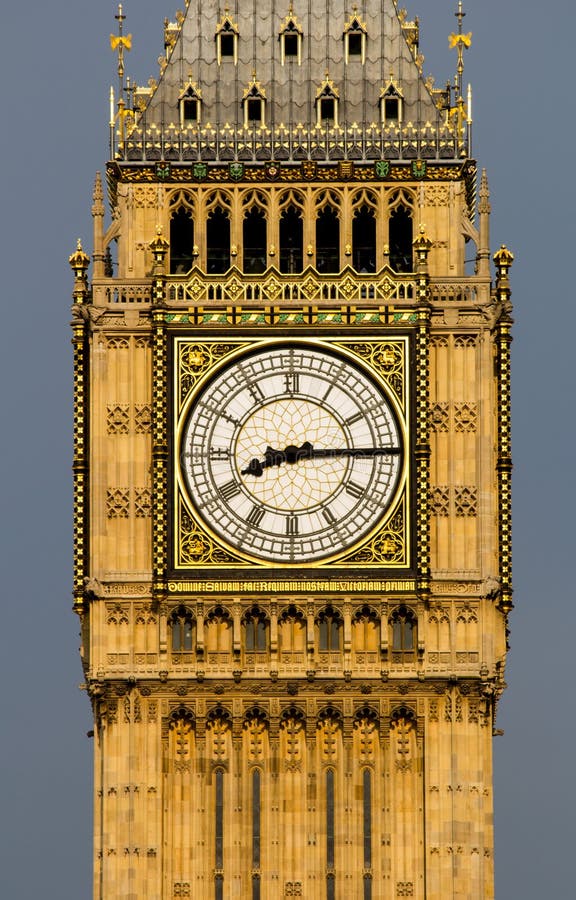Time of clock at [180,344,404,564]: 8:14
